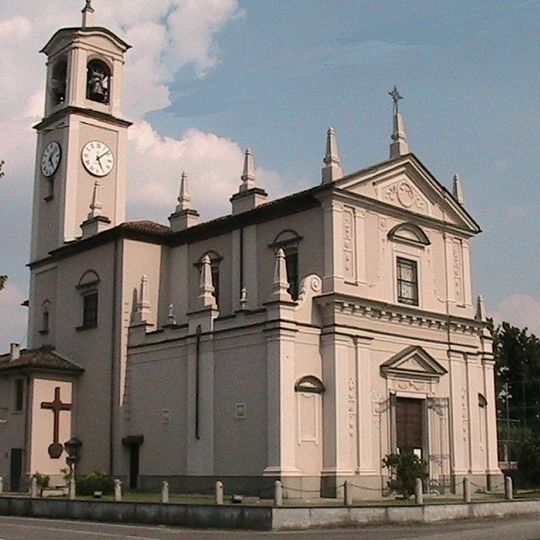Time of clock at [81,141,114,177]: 5:08
